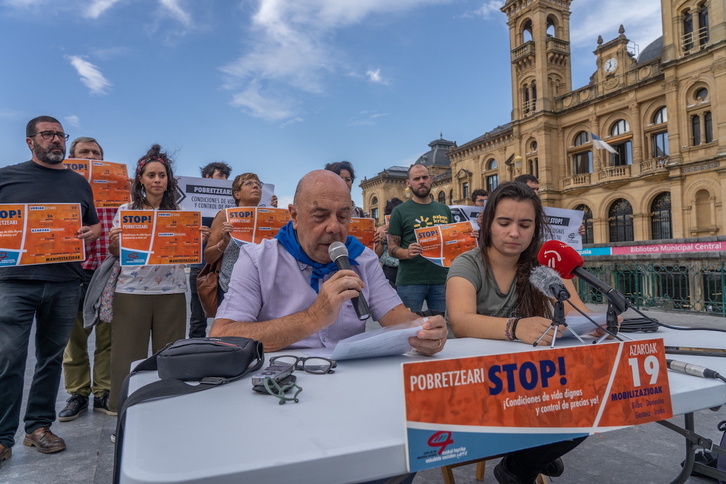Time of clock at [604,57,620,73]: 11:35
